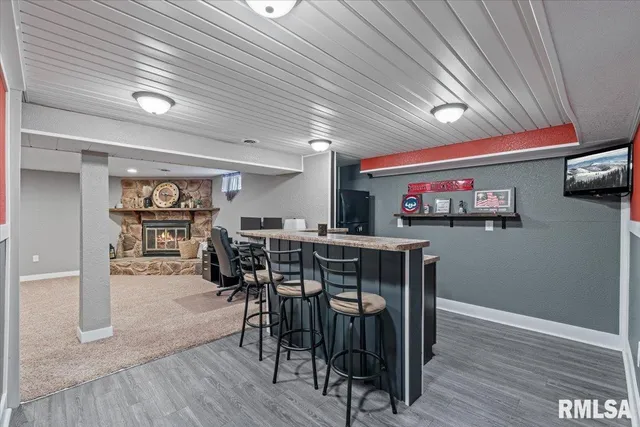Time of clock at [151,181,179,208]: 3:28
